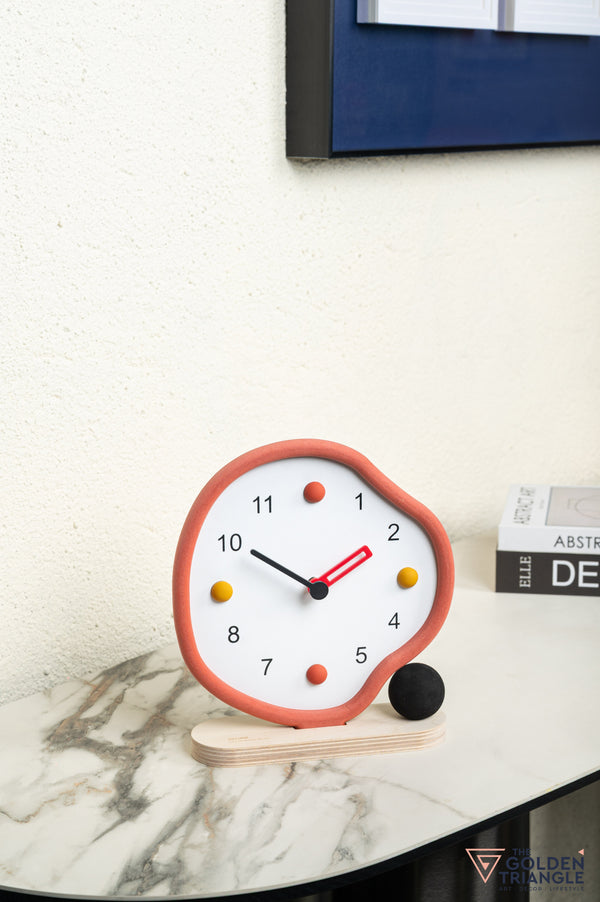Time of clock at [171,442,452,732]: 1:50
